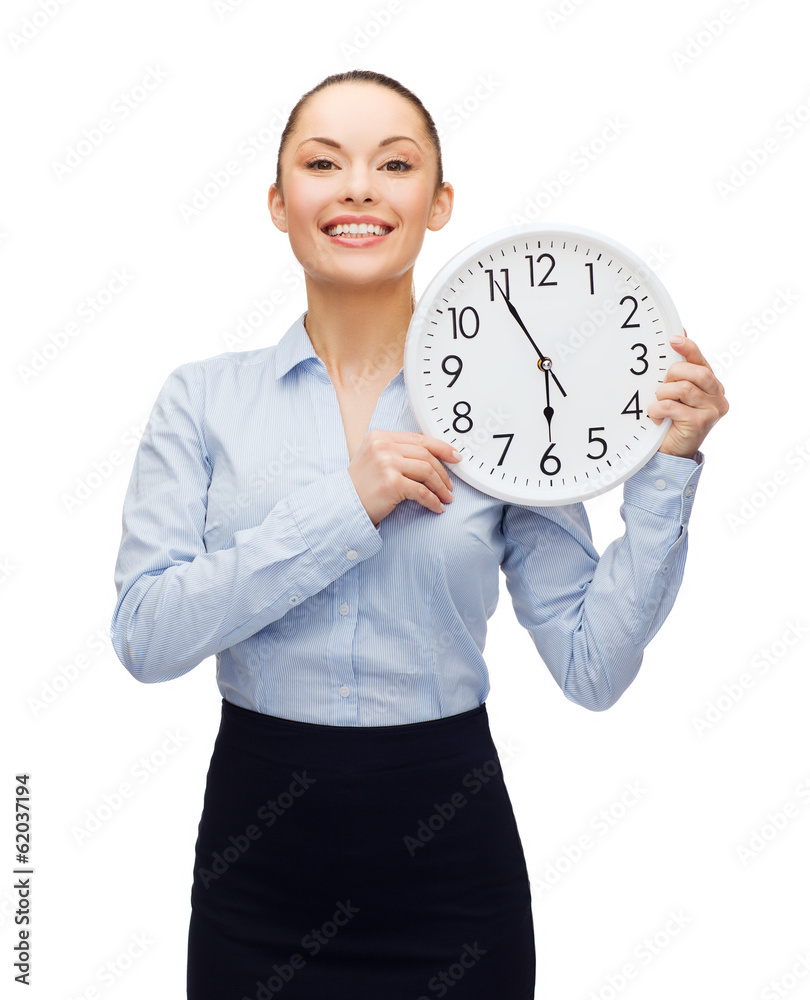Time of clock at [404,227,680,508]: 5:55
